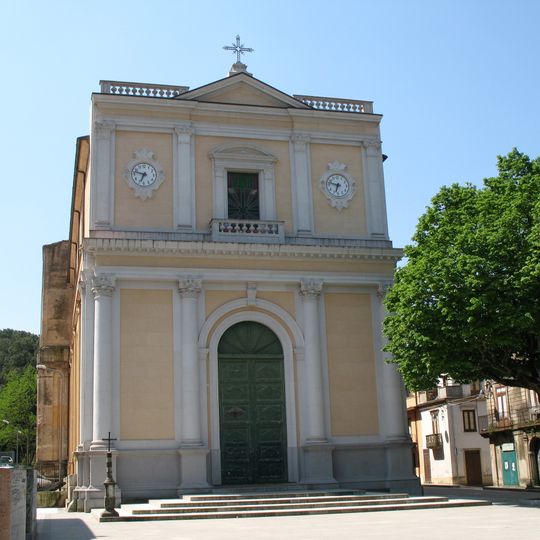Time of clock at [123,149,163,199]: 6:47
